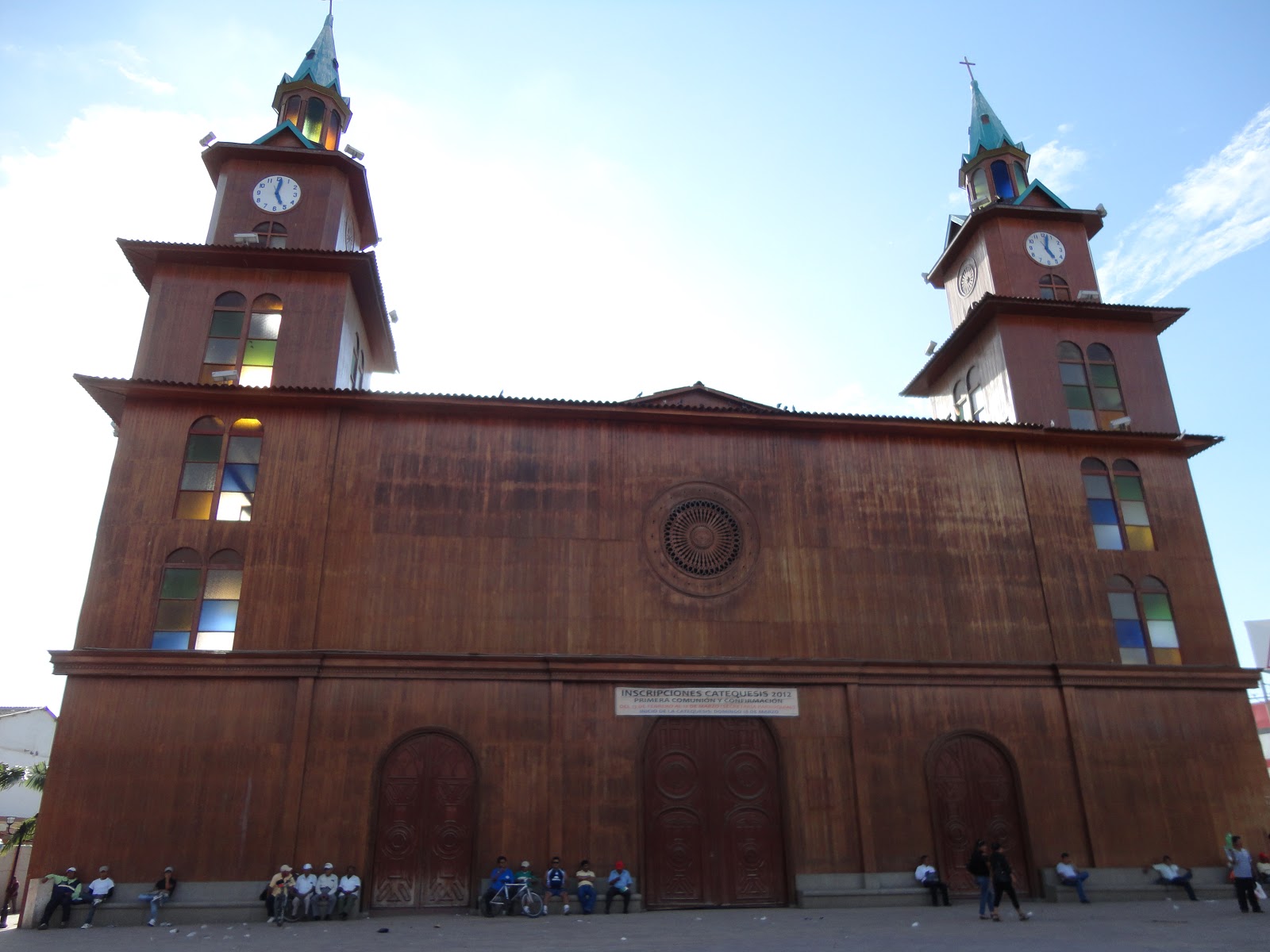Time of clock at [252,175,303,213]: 5:01
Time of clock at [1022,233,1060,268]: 5:02
